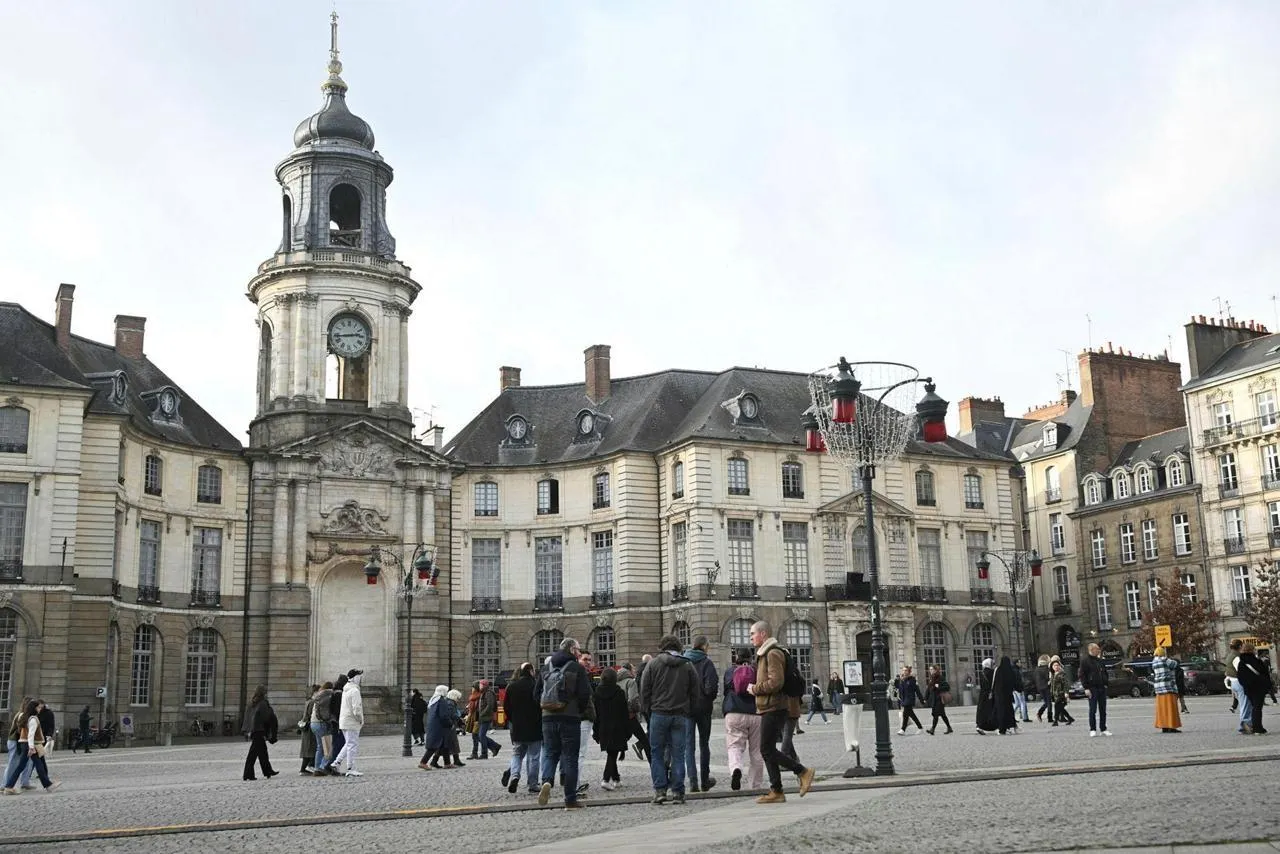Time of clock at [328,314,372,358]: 2:43
